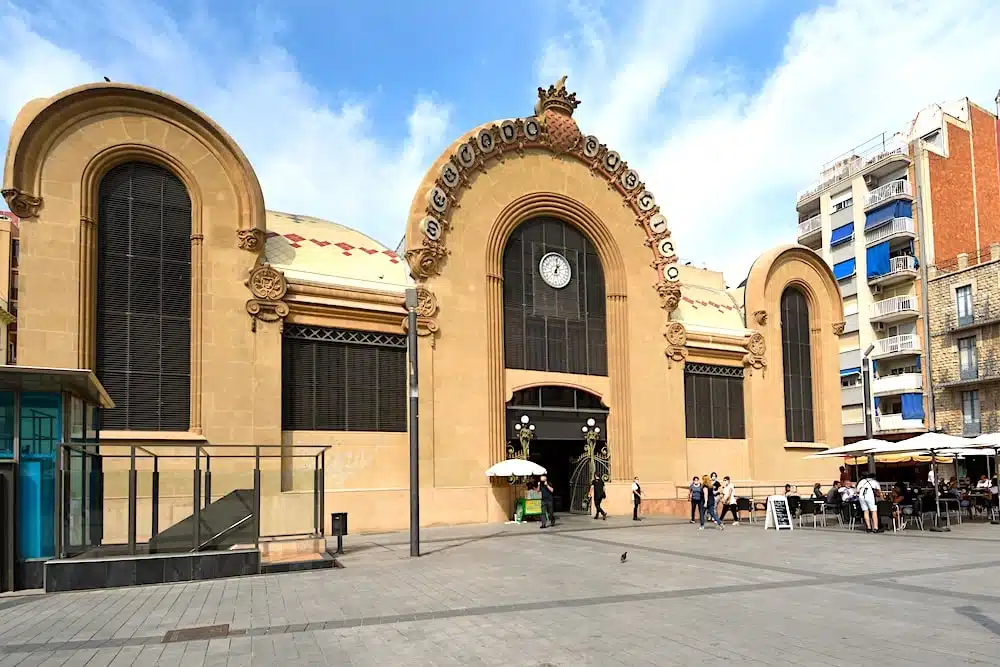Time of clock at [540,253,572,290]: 1:01
